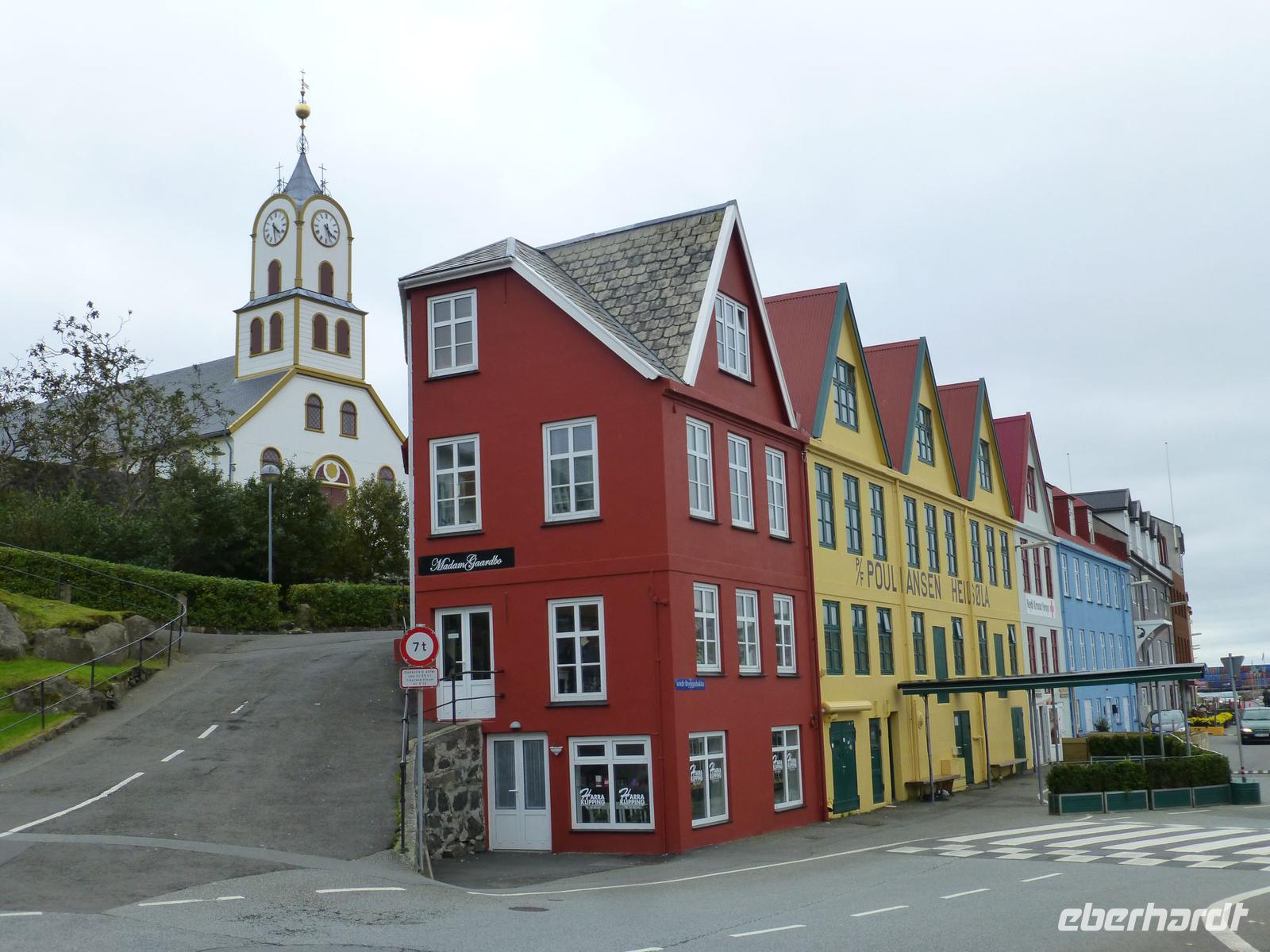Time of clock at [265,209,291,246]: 4:29
